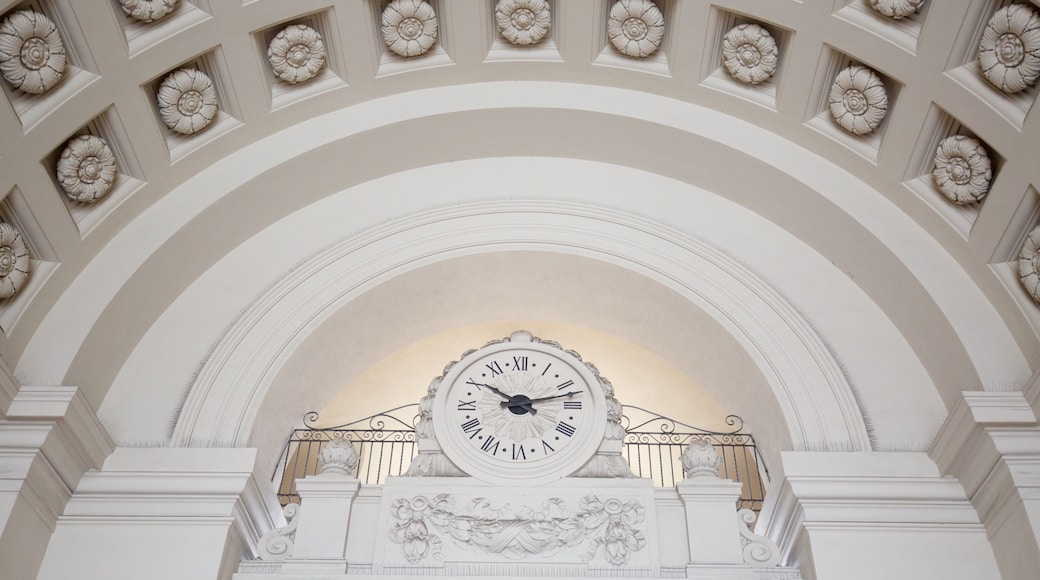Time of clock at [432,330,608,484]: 10:12
